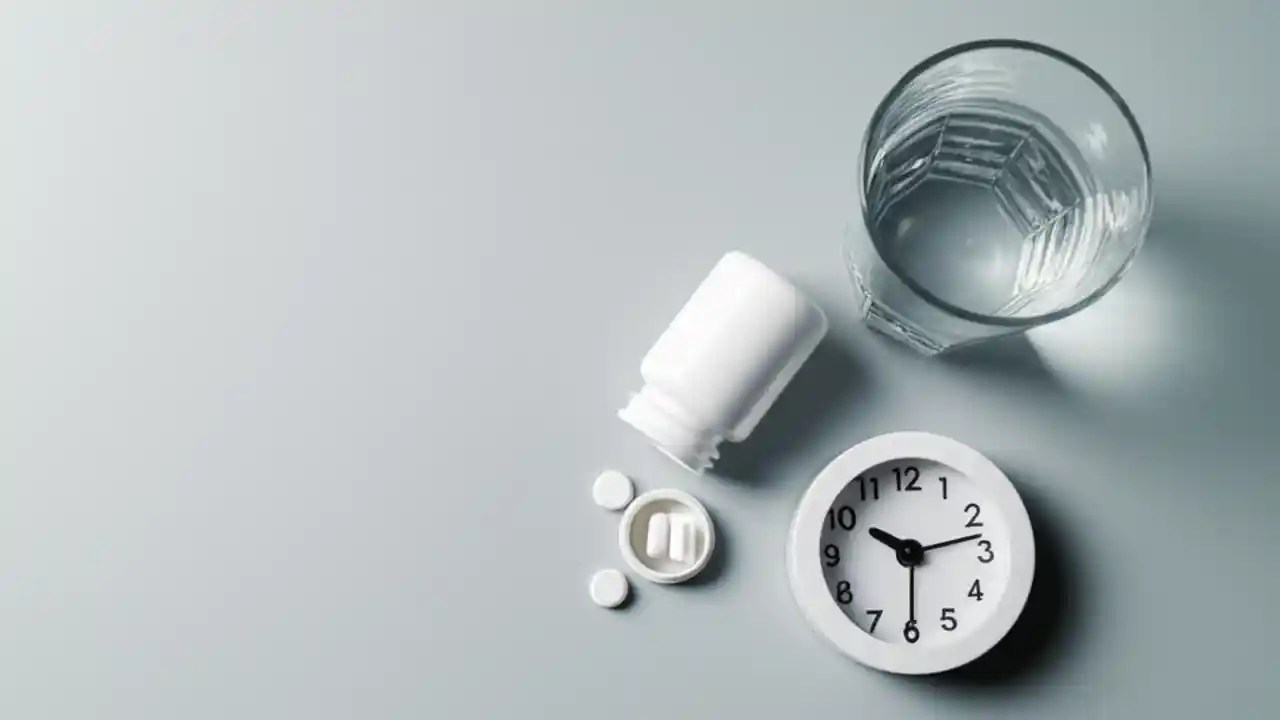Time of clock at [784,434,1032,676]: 10:12
